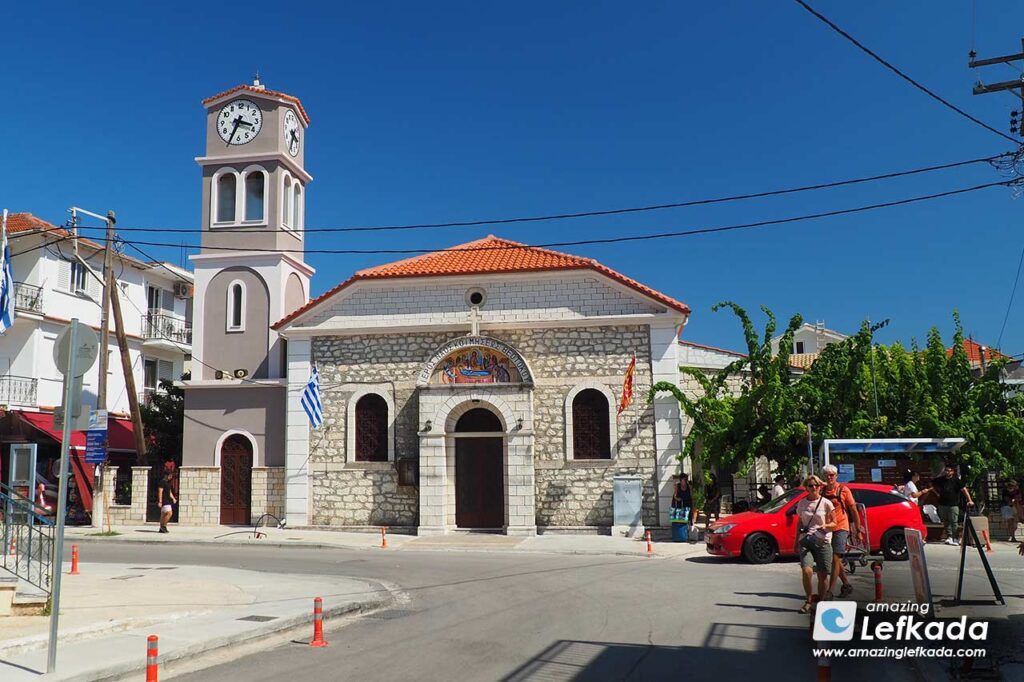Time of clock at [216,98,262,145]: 3:34
